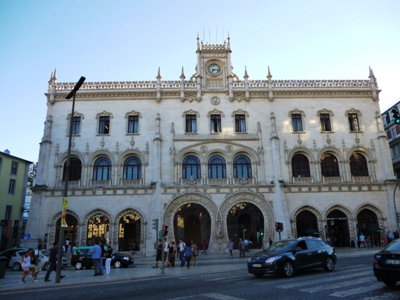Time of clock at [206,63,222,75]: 7:15
